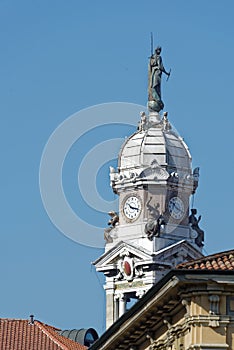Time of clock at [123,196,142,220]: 10:17
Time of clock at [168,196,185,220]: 10:19
